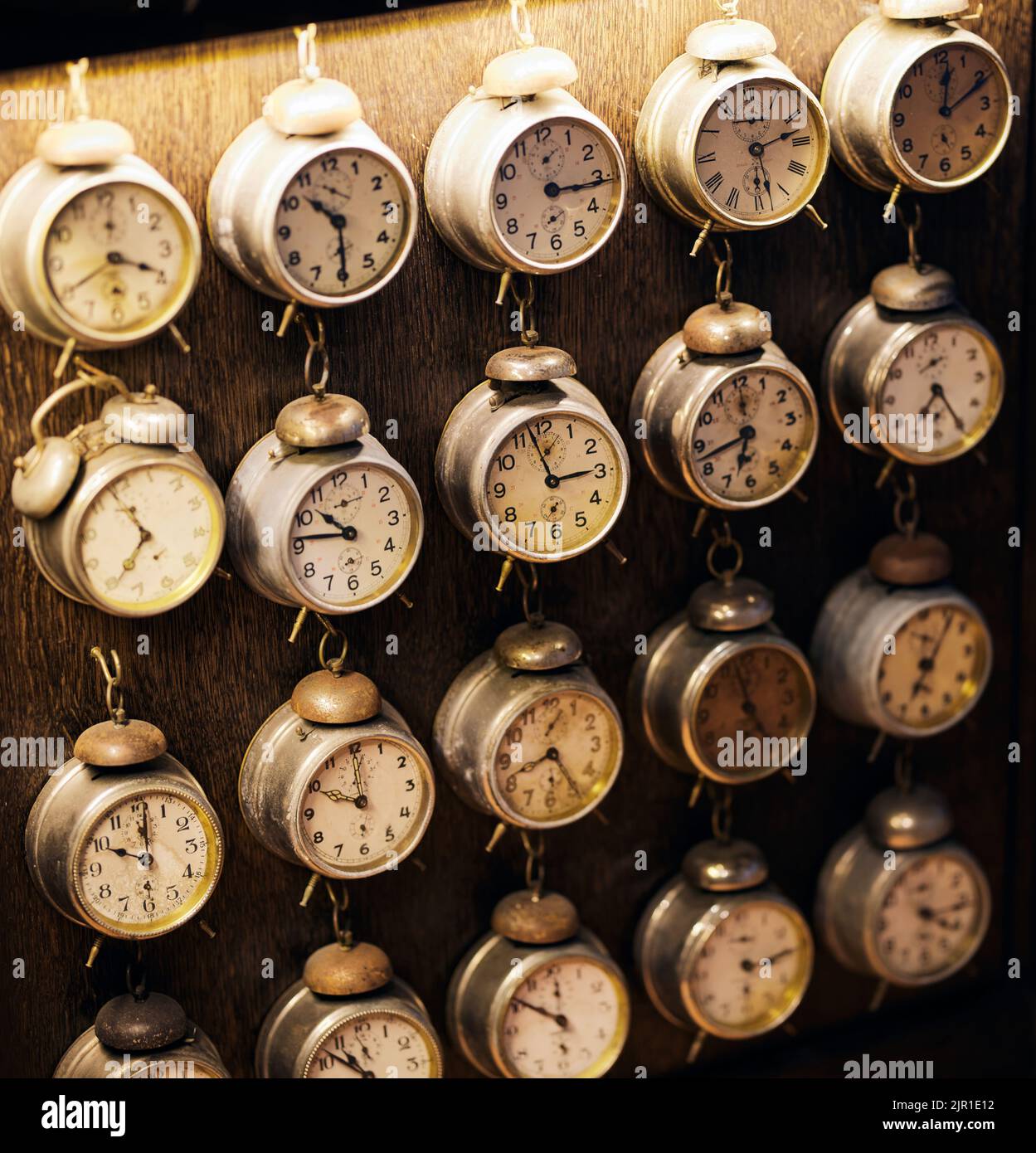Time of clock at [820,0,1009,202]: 12:10
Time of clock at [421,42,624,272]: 3:15
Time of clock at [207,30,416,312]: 10:30
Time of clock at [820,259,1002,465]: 7:25
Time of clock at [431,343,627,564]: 2:57
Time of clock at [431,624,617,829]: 8:24
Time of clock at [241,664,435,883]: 10:00
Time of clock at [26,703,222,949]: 10:00
